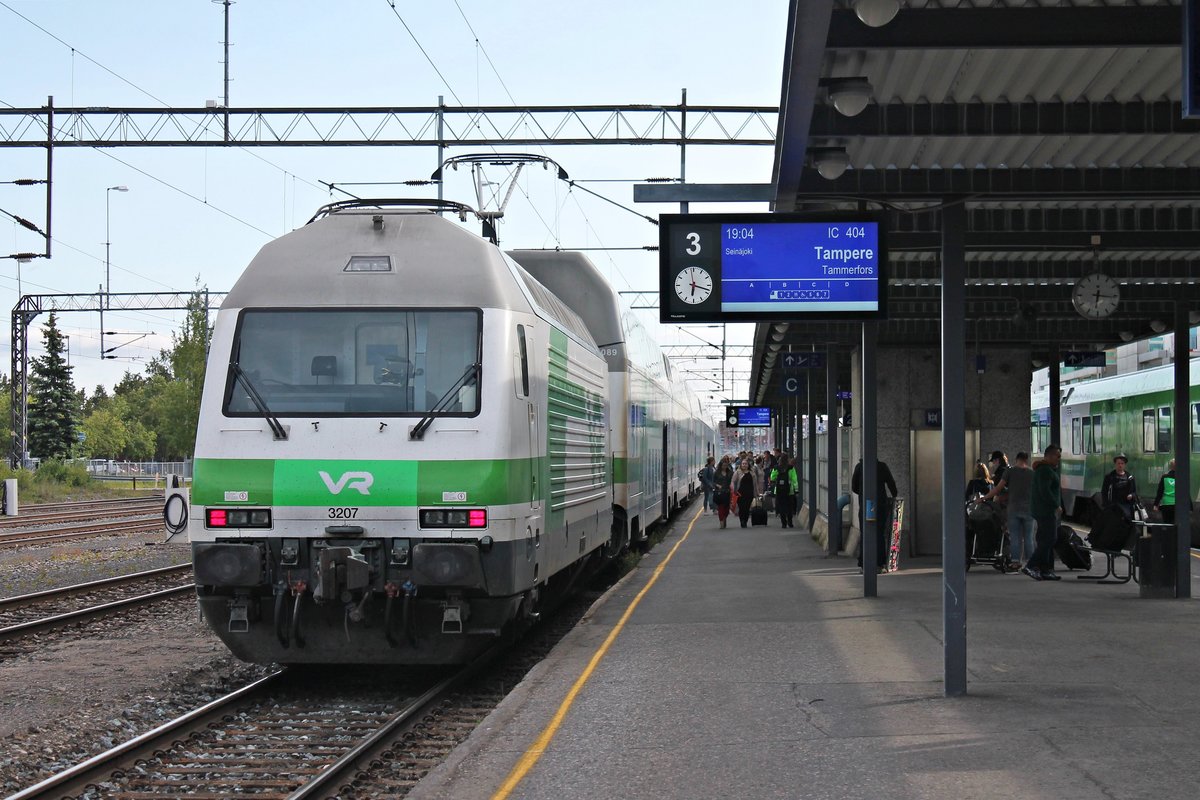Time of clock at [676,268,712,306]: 6:17
